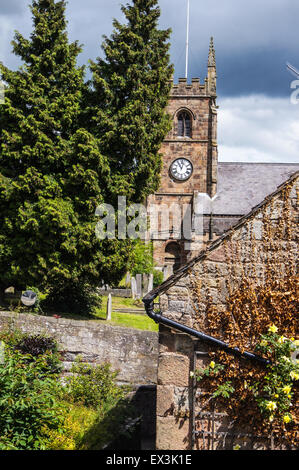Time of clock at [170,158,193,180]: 11:02
